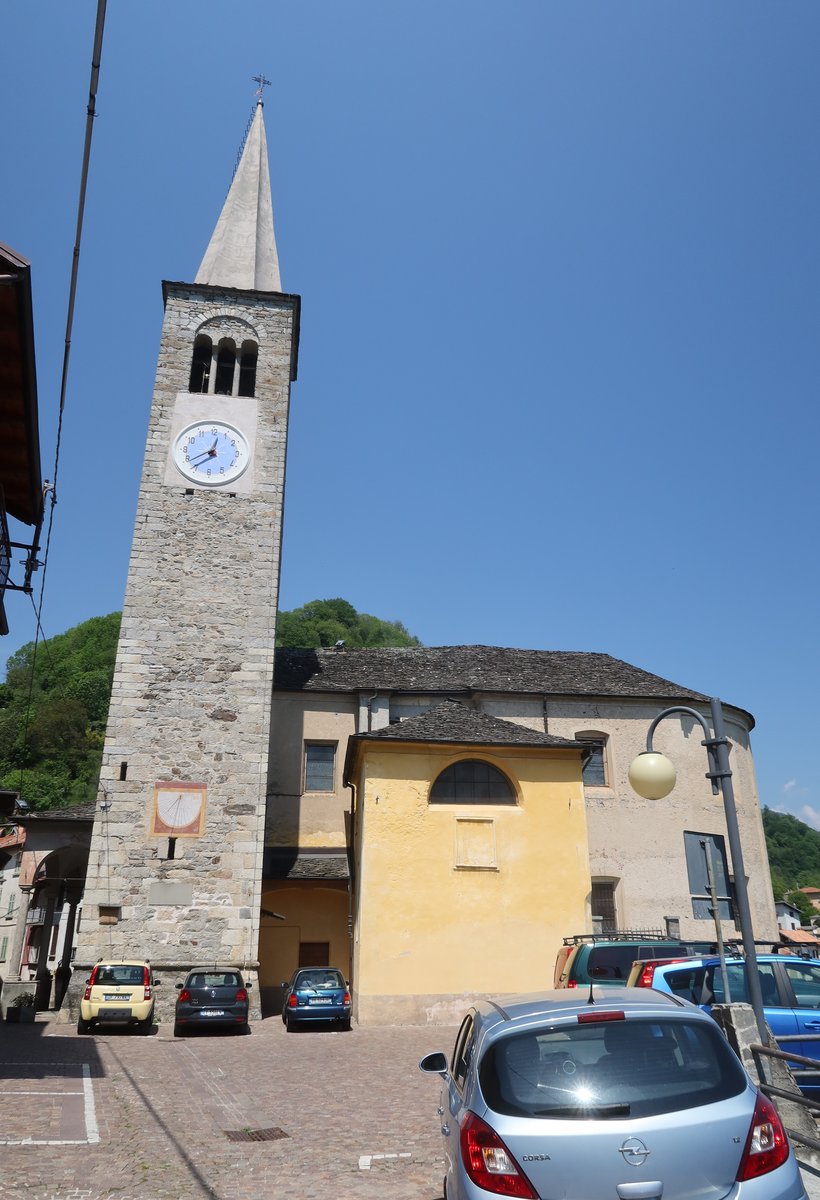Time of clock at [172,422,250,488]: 12:39
